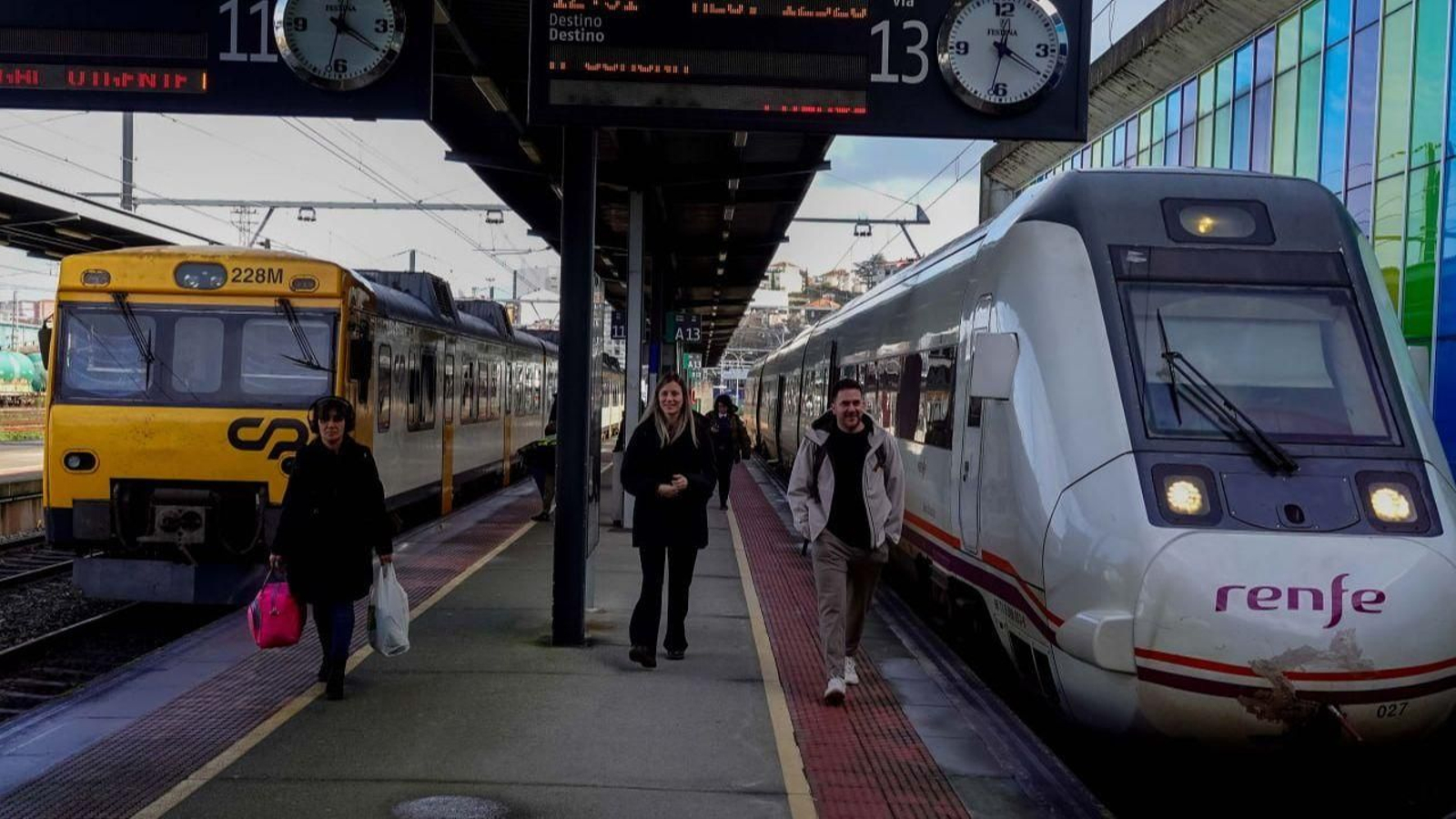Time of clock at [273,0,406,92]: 12:20
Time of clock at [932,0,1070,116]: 12:20
